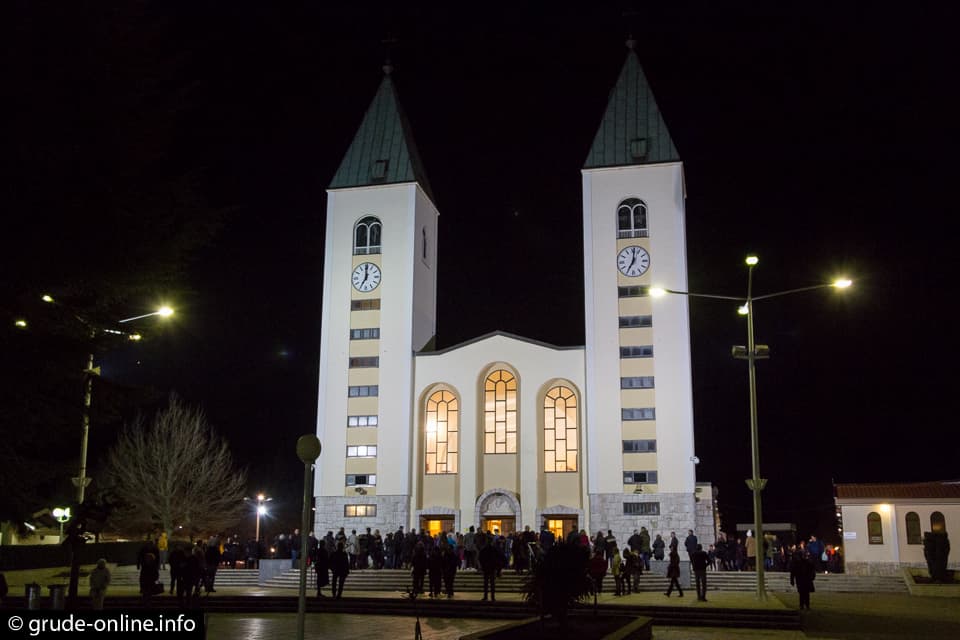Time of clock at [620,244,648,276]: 7:01
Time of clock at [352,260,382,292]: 7:00
